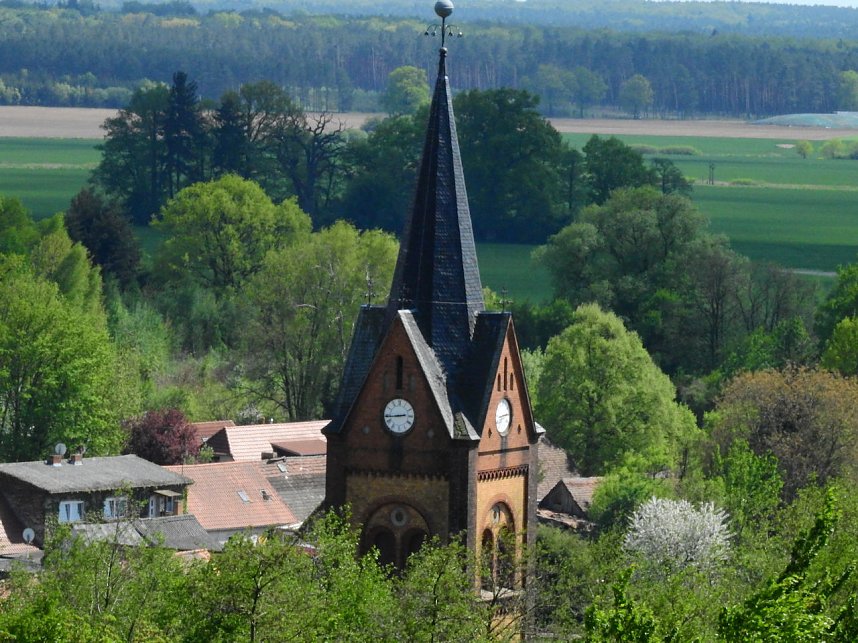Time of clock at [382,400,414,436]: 2:43
